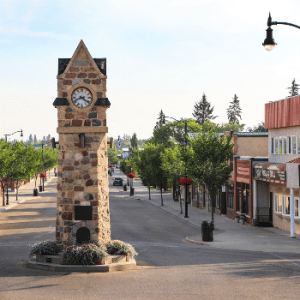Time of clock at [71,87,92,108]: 8:21
